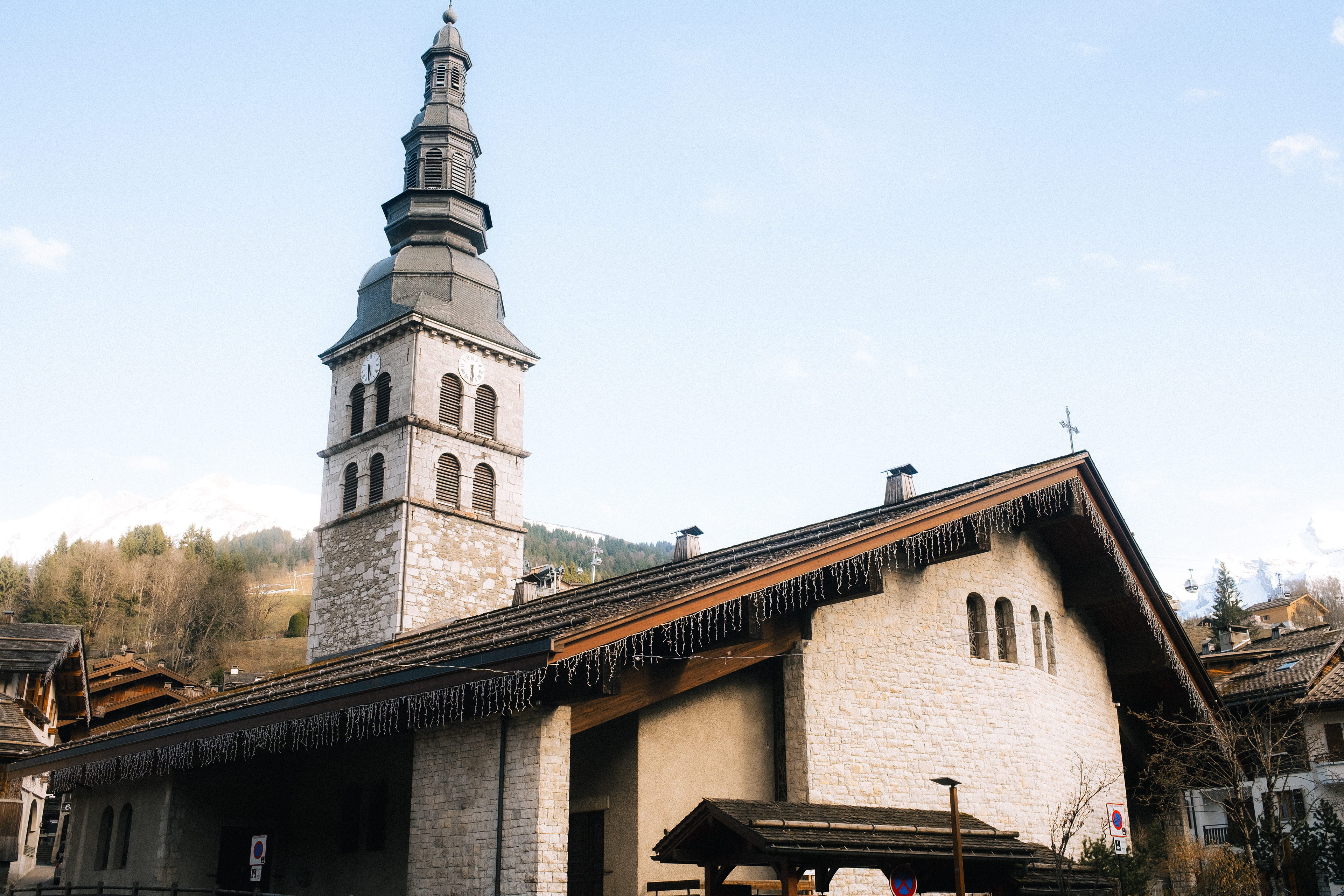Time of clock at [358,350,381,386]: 5:30
